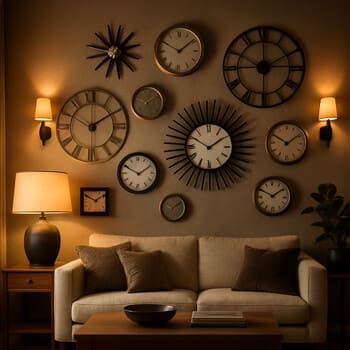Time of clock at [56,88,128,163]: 1:50
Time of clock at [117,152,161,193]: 1:49
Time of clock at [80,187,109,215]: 1:50
